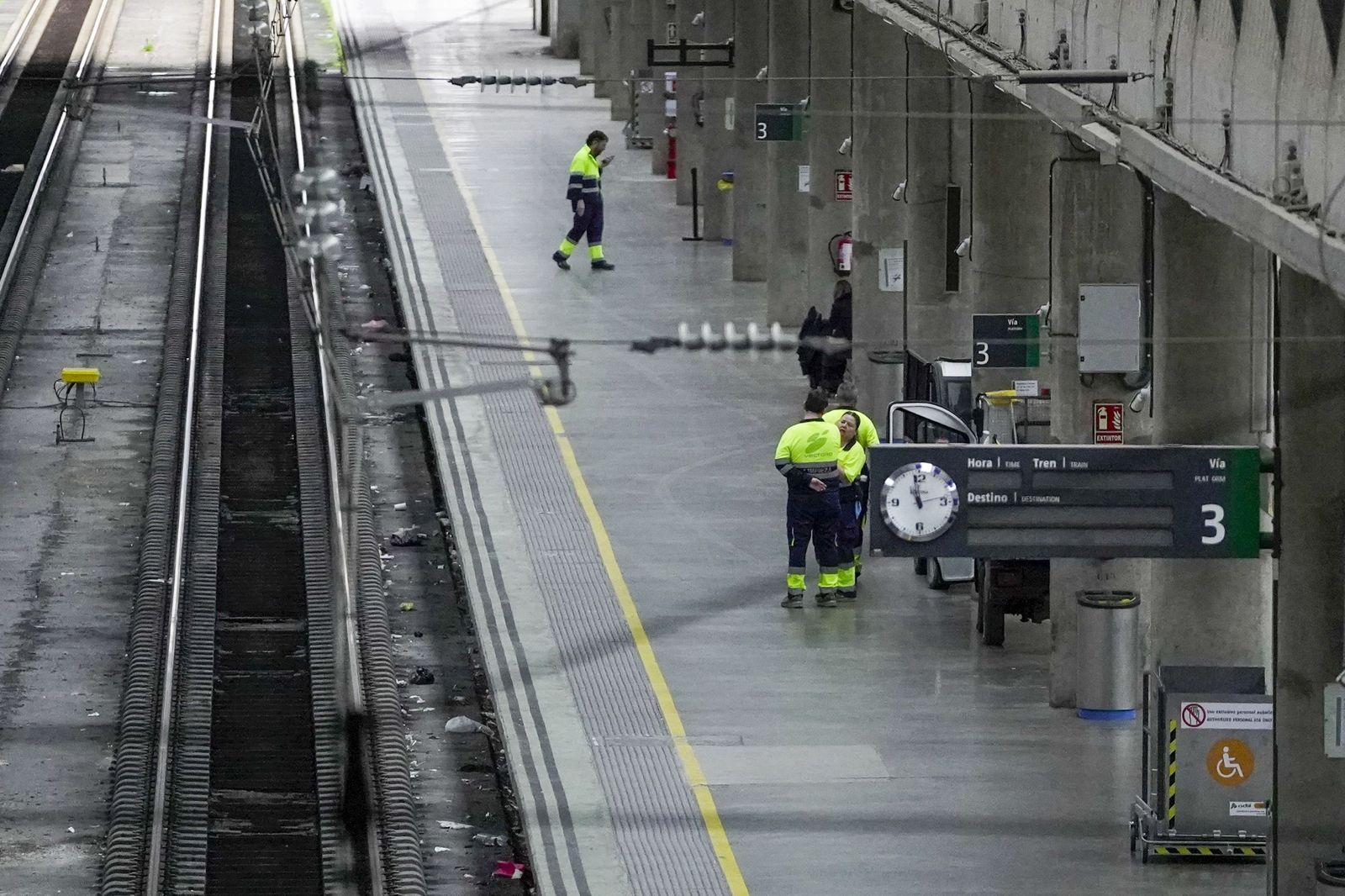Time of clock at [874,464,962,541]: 10:58
